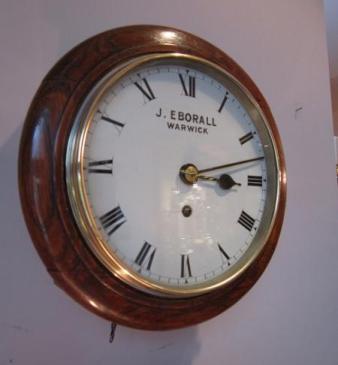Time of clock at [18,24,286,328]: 3:12
